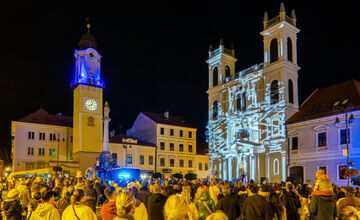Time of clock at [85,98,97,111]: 8:04
